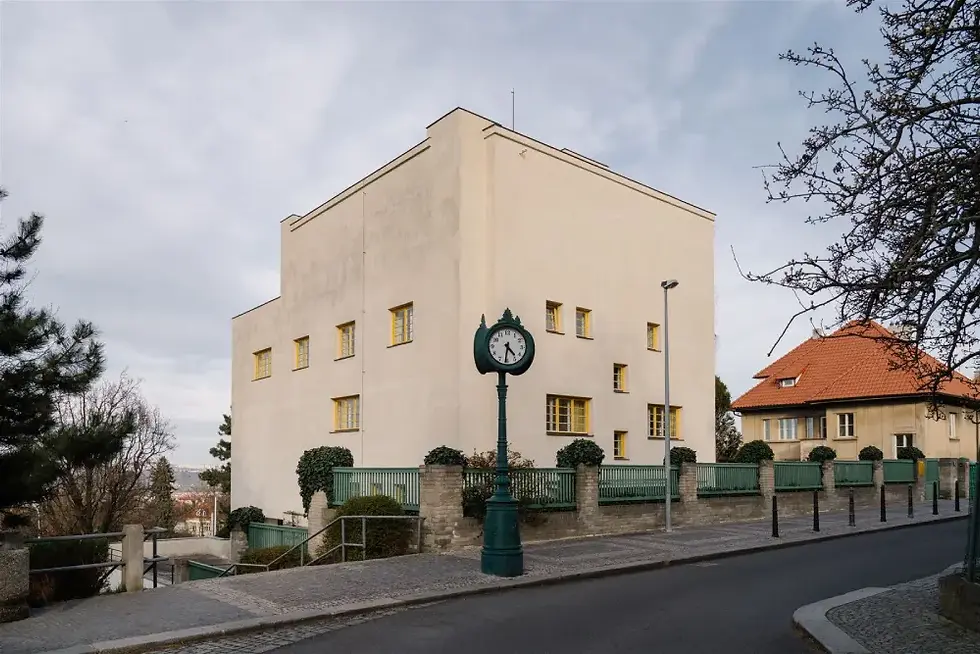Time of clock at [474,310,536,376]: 4:31
